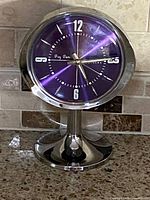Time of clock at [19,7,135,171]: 5:14
